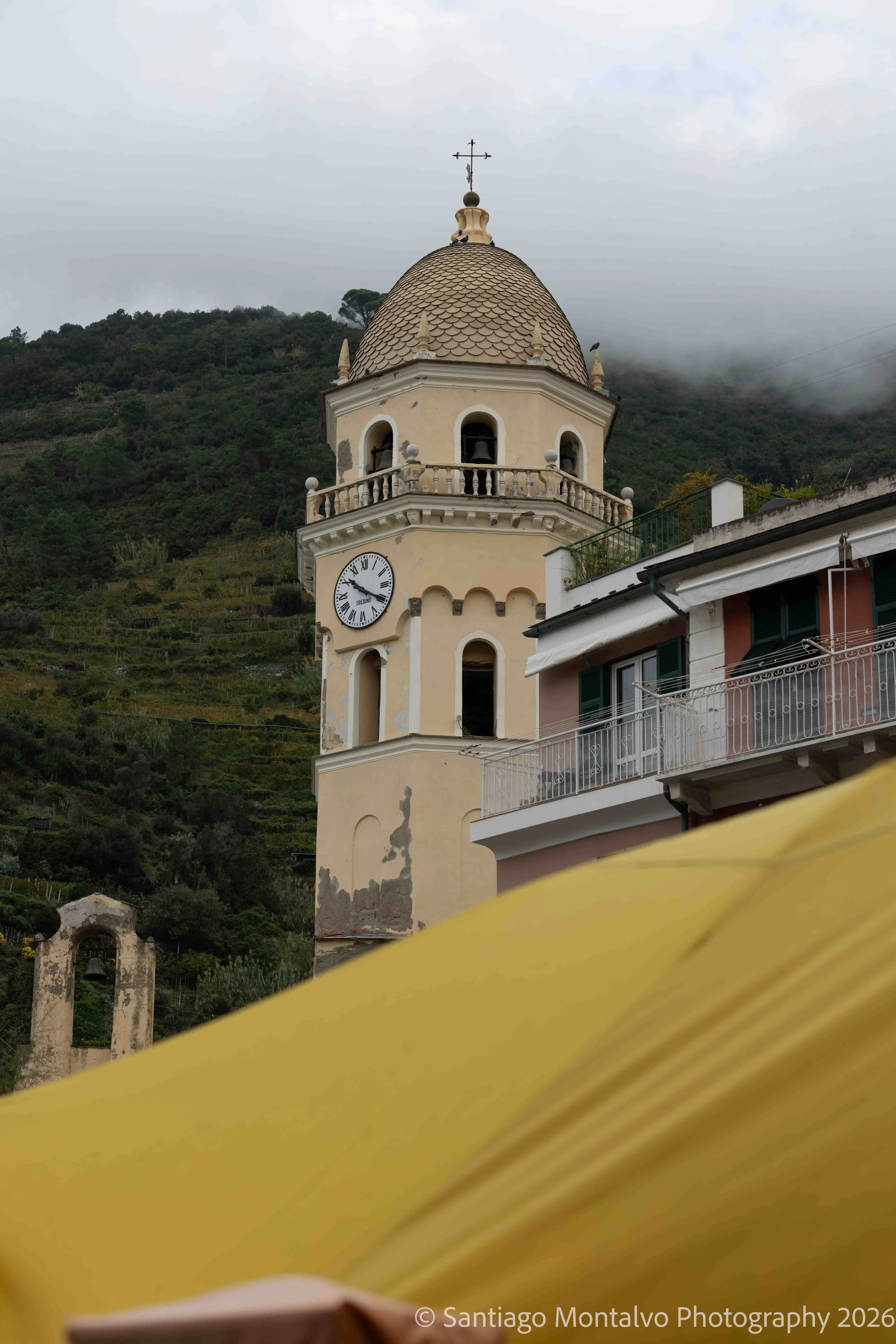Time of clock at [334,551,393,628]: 10:19
